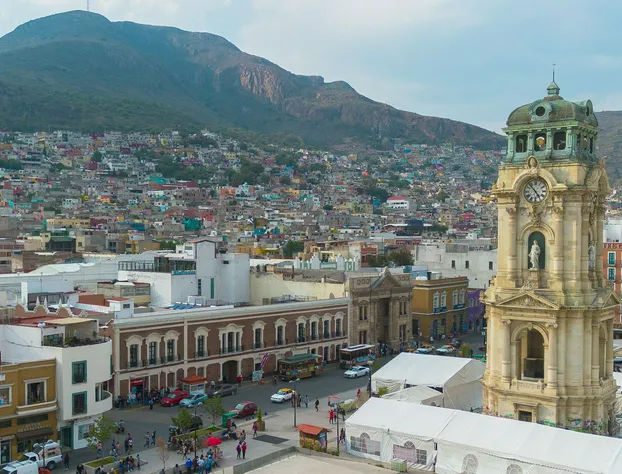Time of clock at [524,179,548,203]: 4:52
